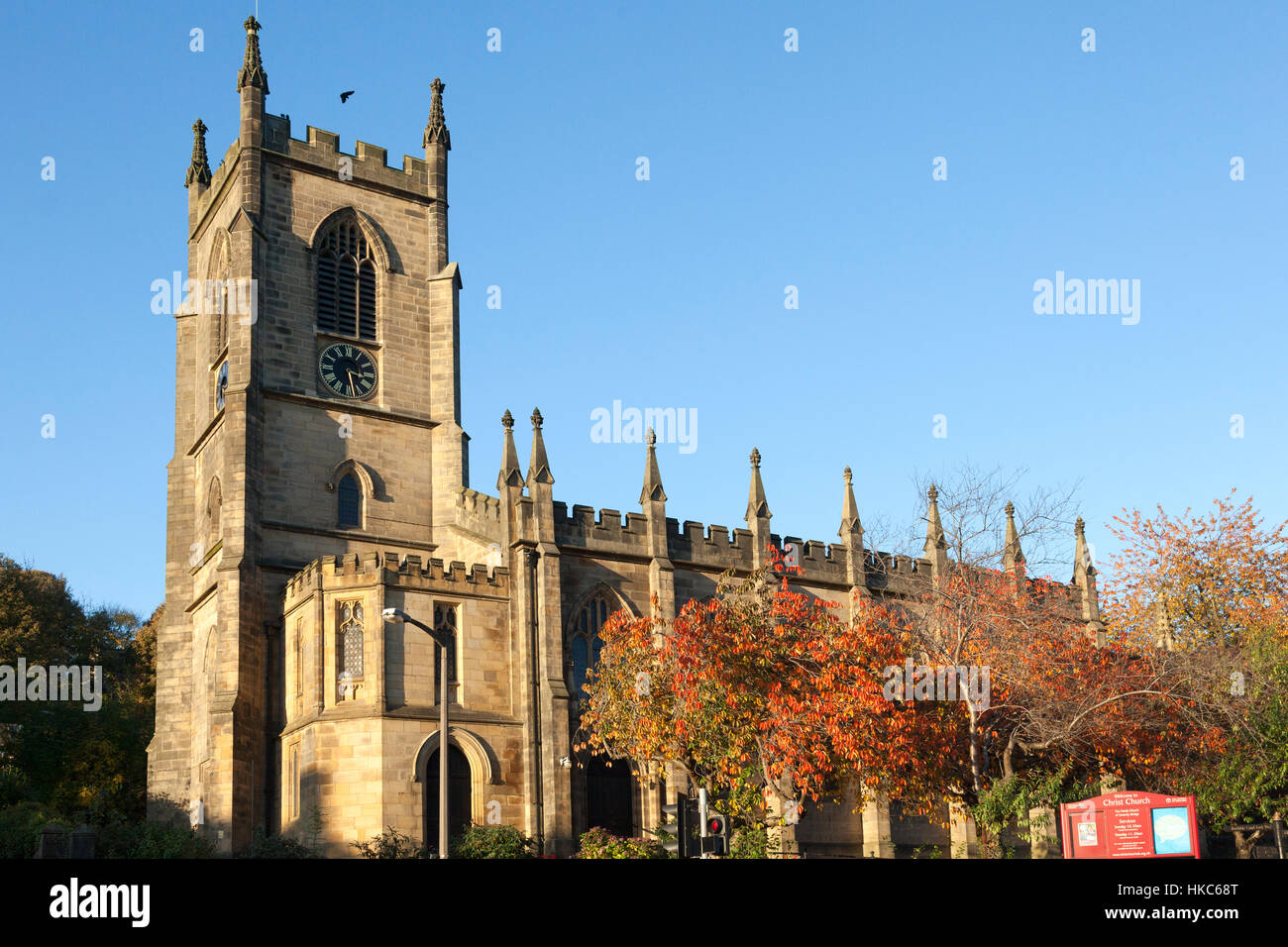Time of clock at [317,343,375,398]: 3:28
